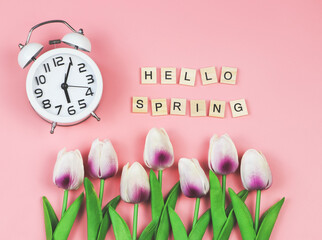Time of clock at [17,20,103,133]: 6:05
